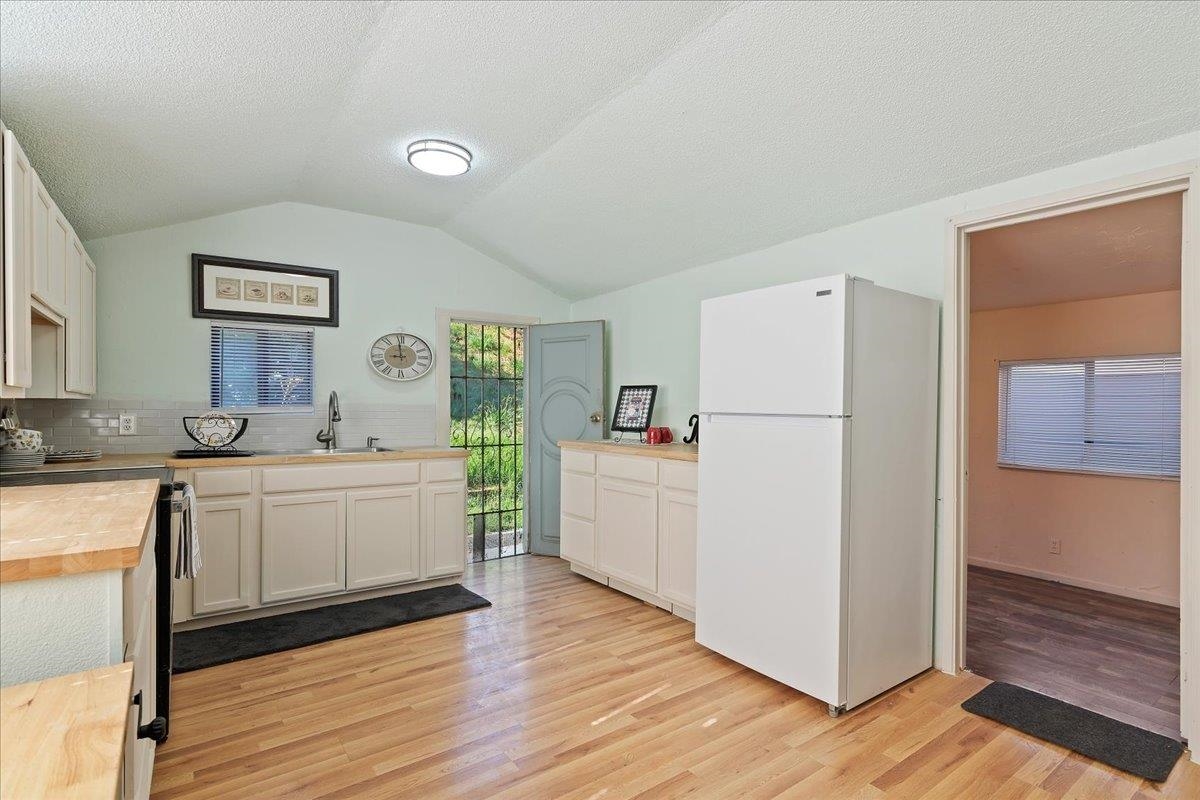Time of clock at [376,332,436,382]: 8:59
